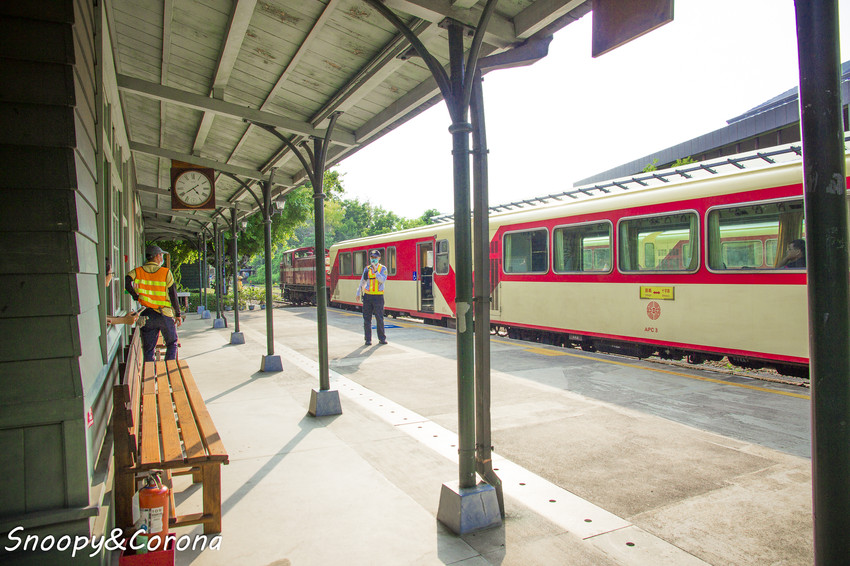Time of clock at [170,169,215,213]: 4:39
